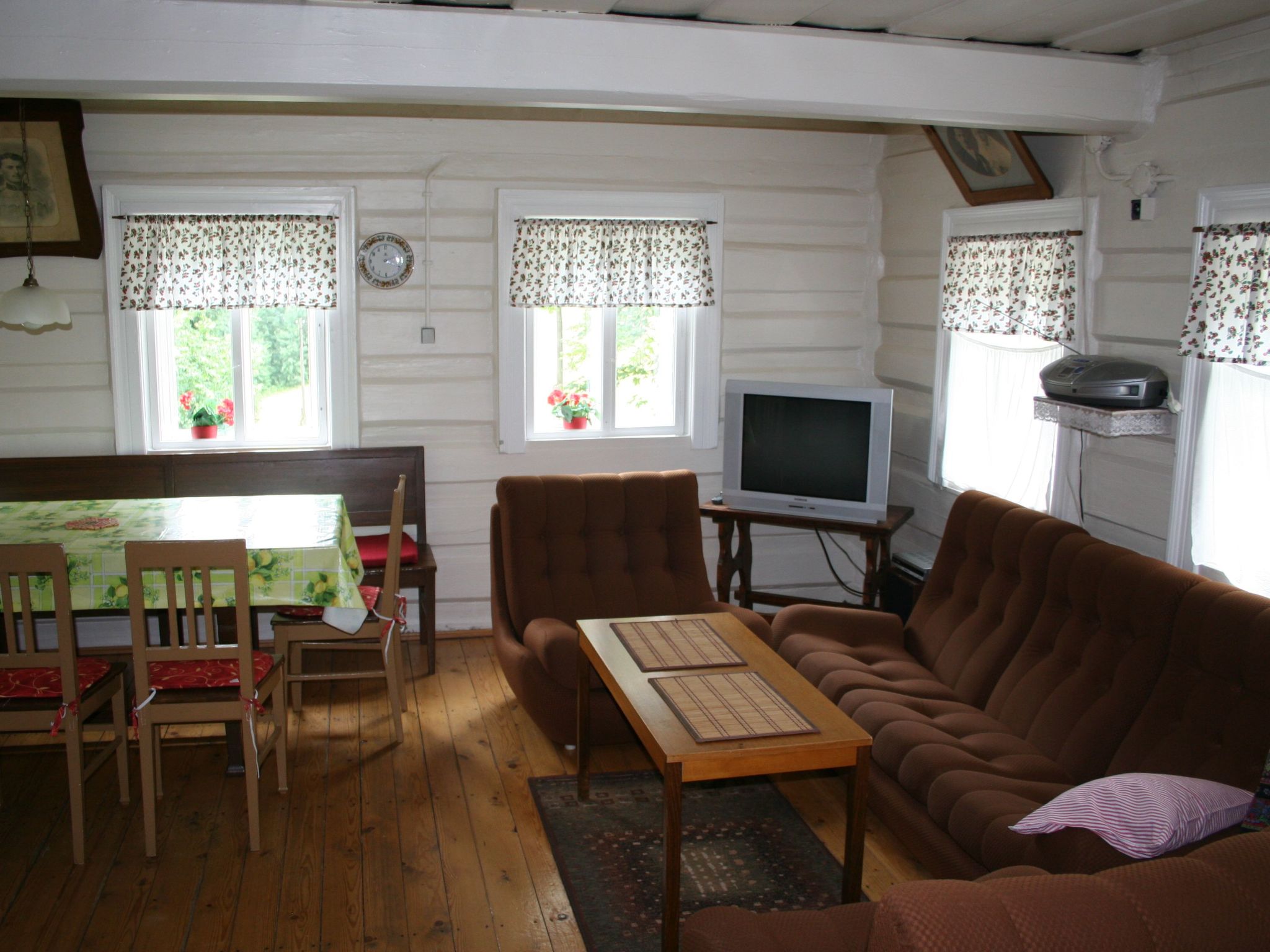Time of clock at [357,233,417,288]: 2:18
